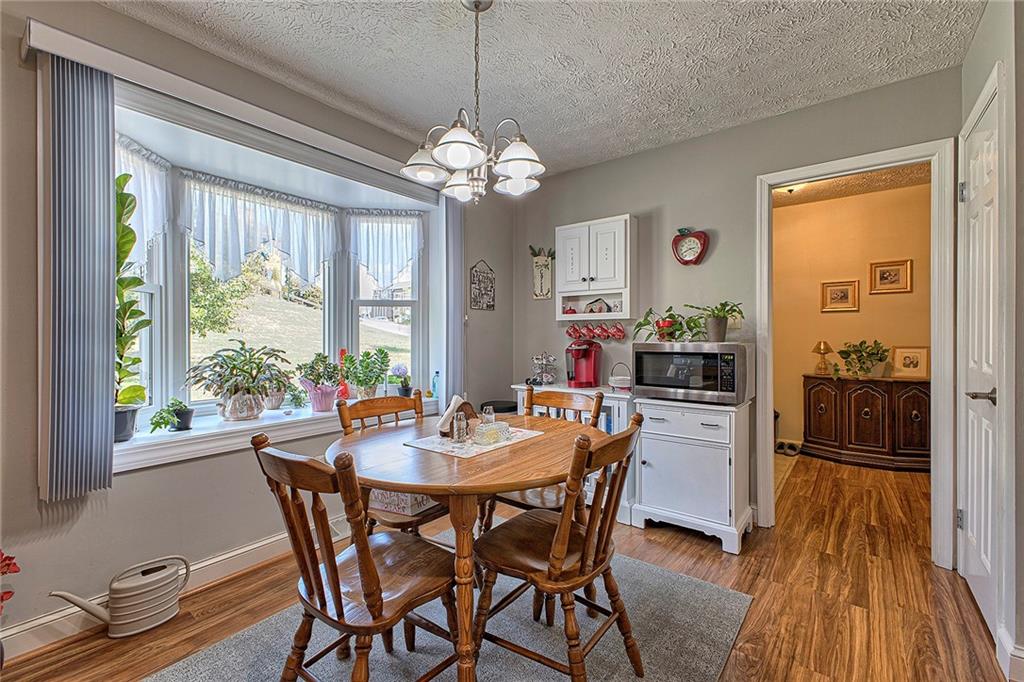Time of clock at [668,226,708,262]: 2:40
